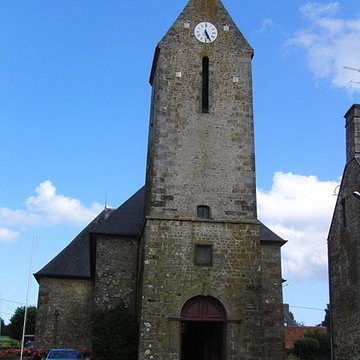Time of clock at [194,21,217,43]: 5:26
